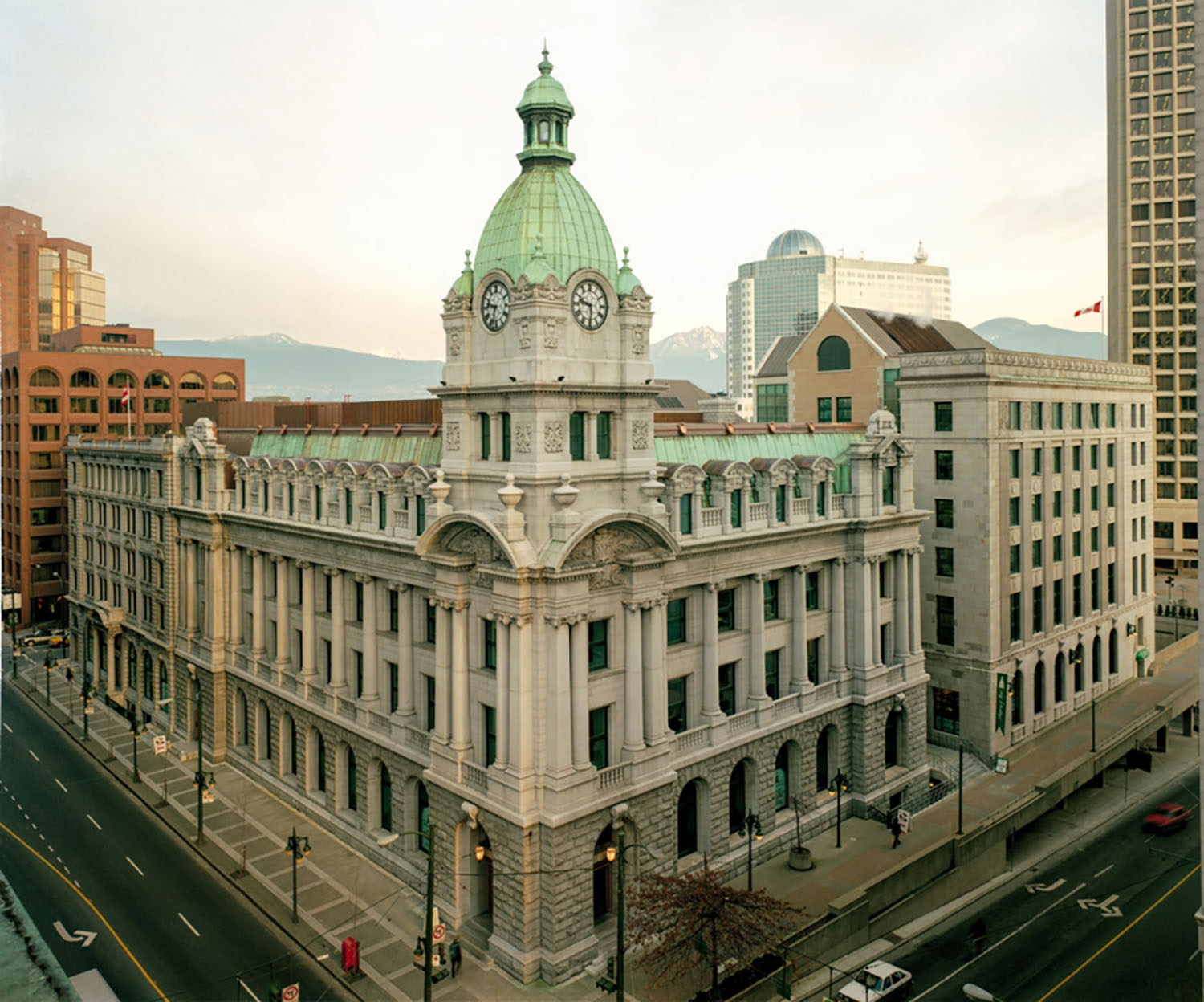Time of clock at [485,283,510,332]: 9:33
